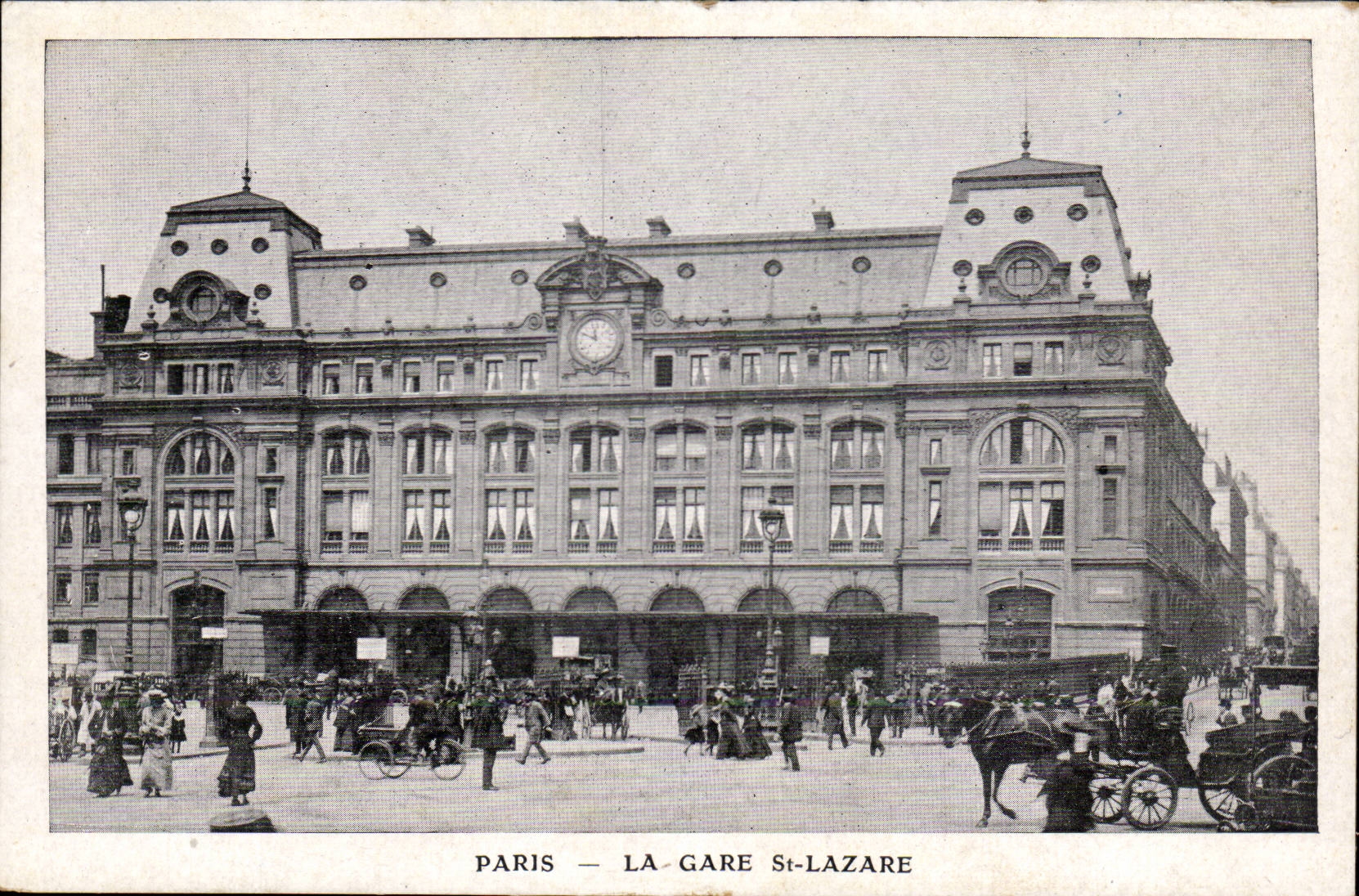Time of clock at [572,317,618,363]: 11:49
